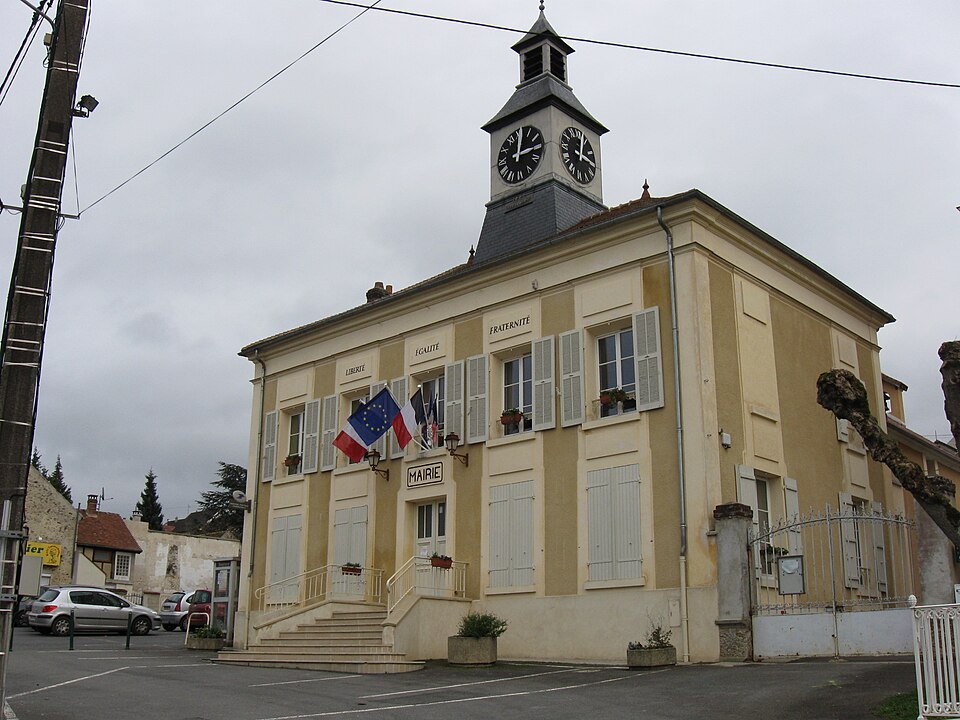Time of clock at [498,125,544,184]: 12:14
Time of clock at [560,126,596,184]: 3:02
